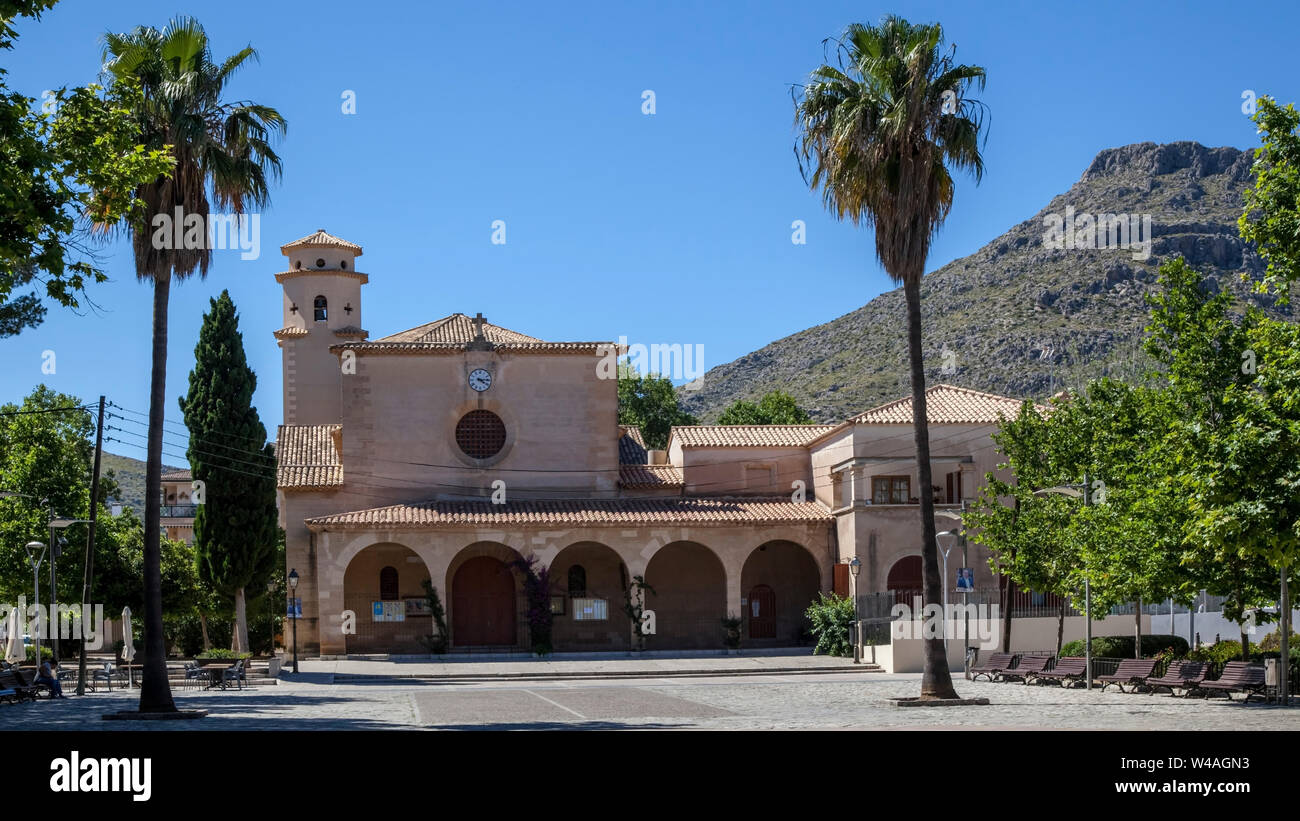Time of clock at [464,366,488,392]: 4:14
